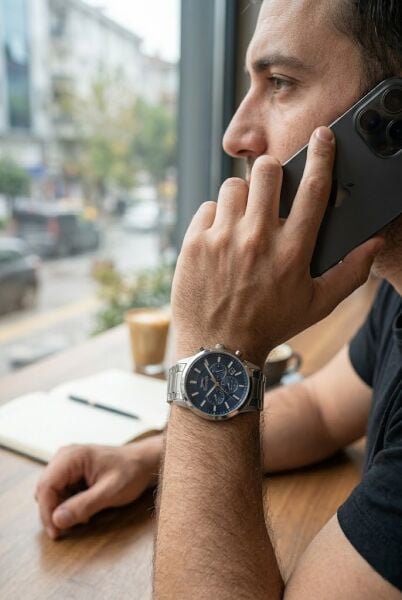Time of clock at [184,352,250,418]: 6:54
